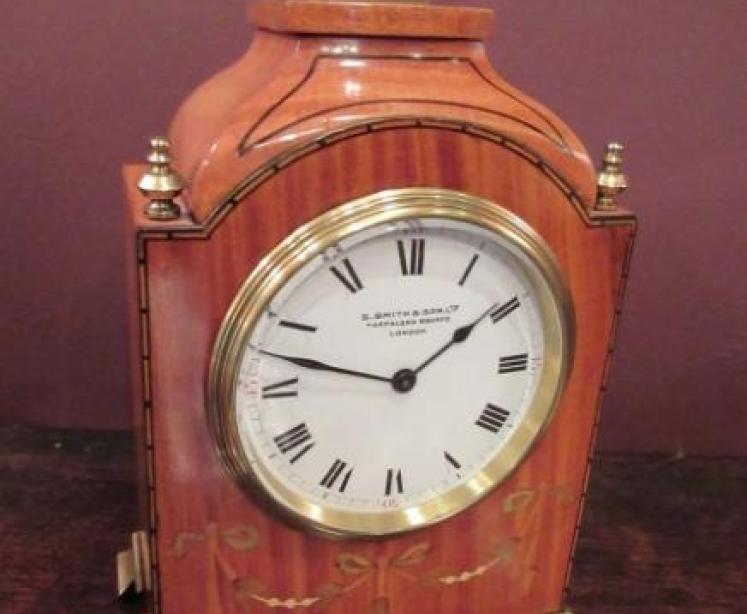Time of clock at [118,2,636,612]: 1:47
